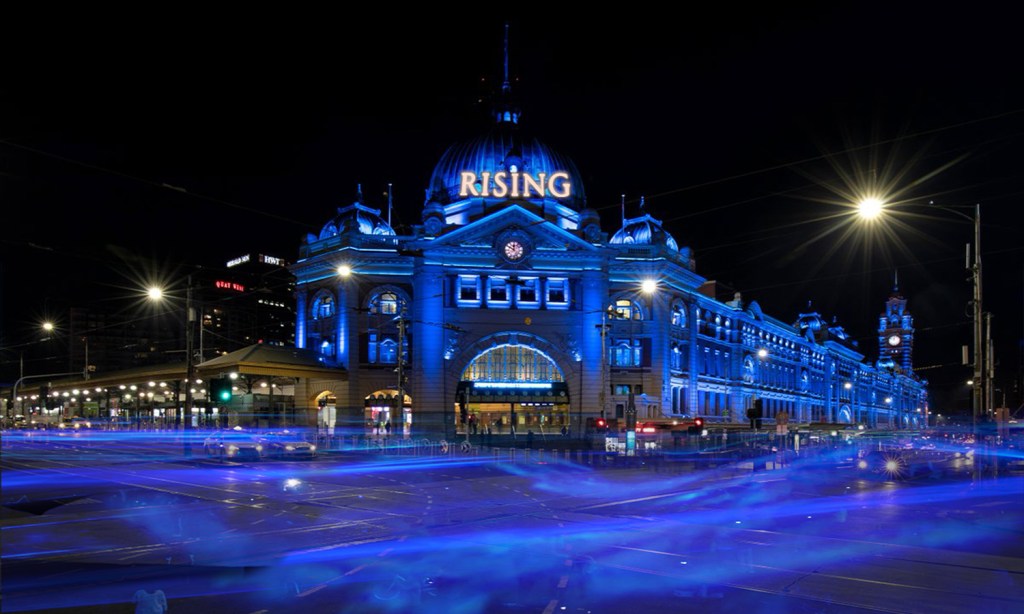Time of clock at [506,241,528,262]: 11:50
